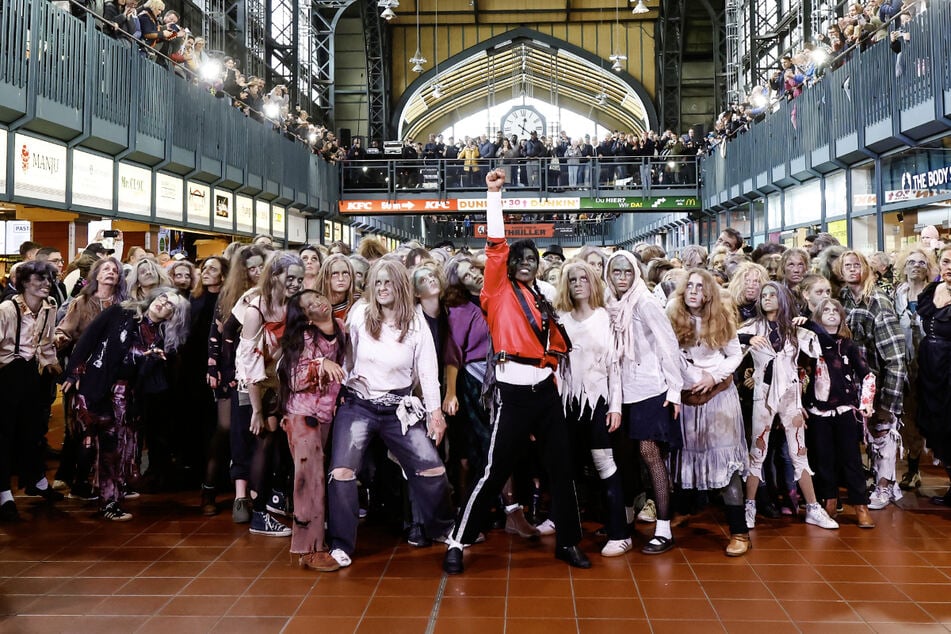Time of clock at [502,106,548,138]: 12:20
